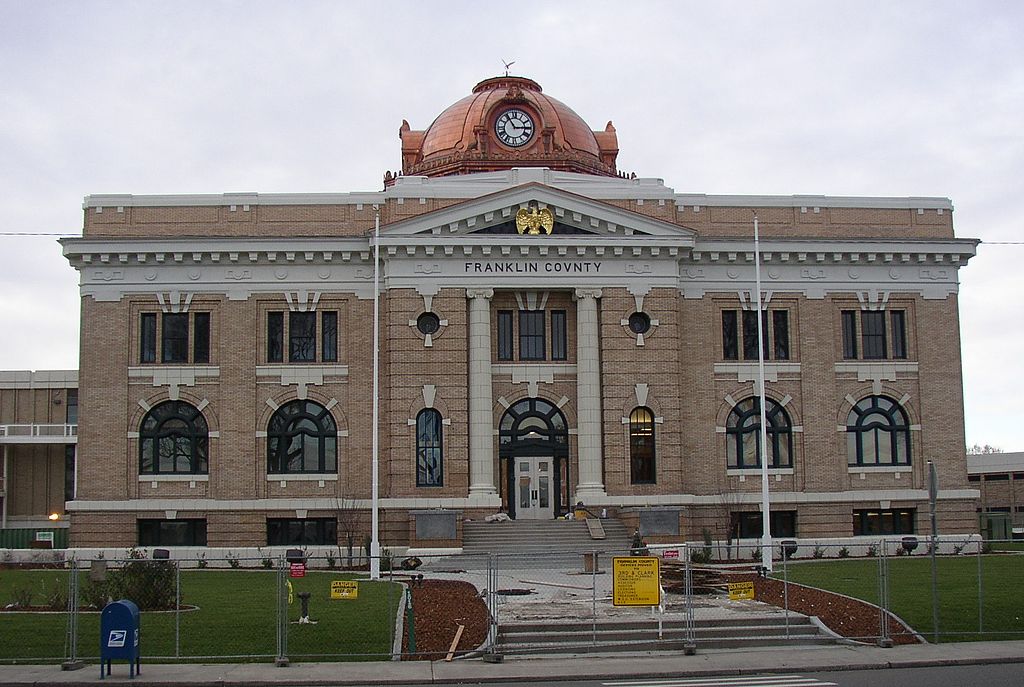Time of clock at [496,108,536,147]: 2:54
